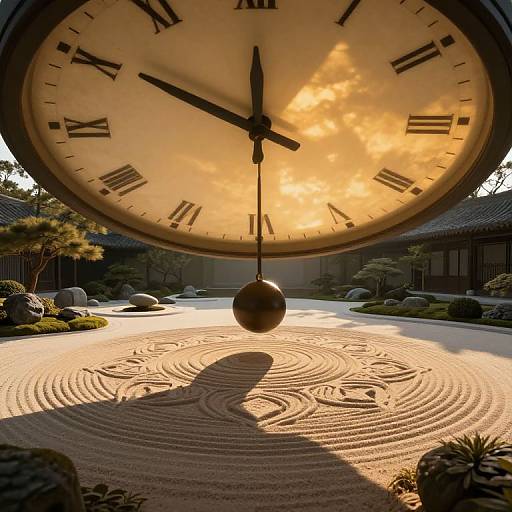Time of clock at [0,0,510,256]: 11:50
